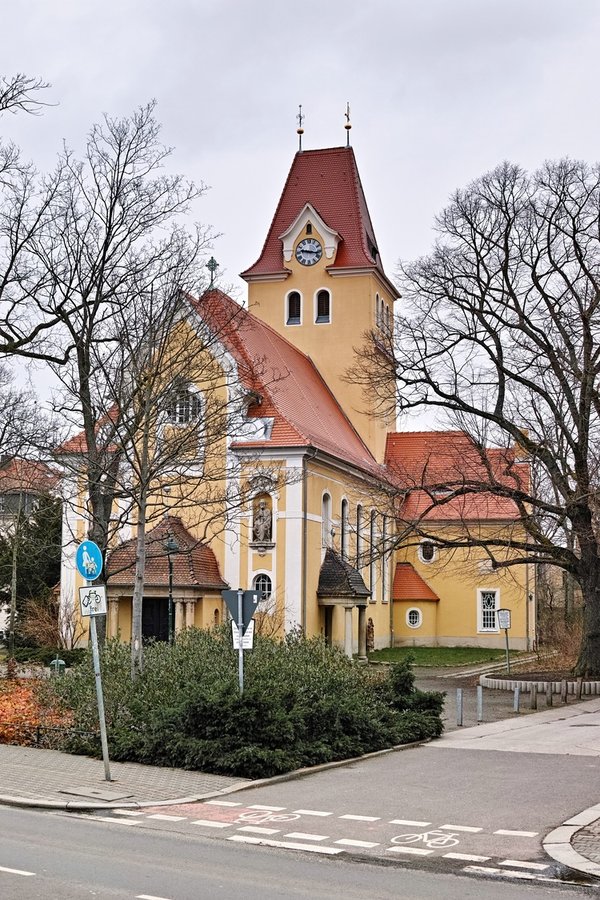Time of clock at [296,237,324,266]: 9:16
